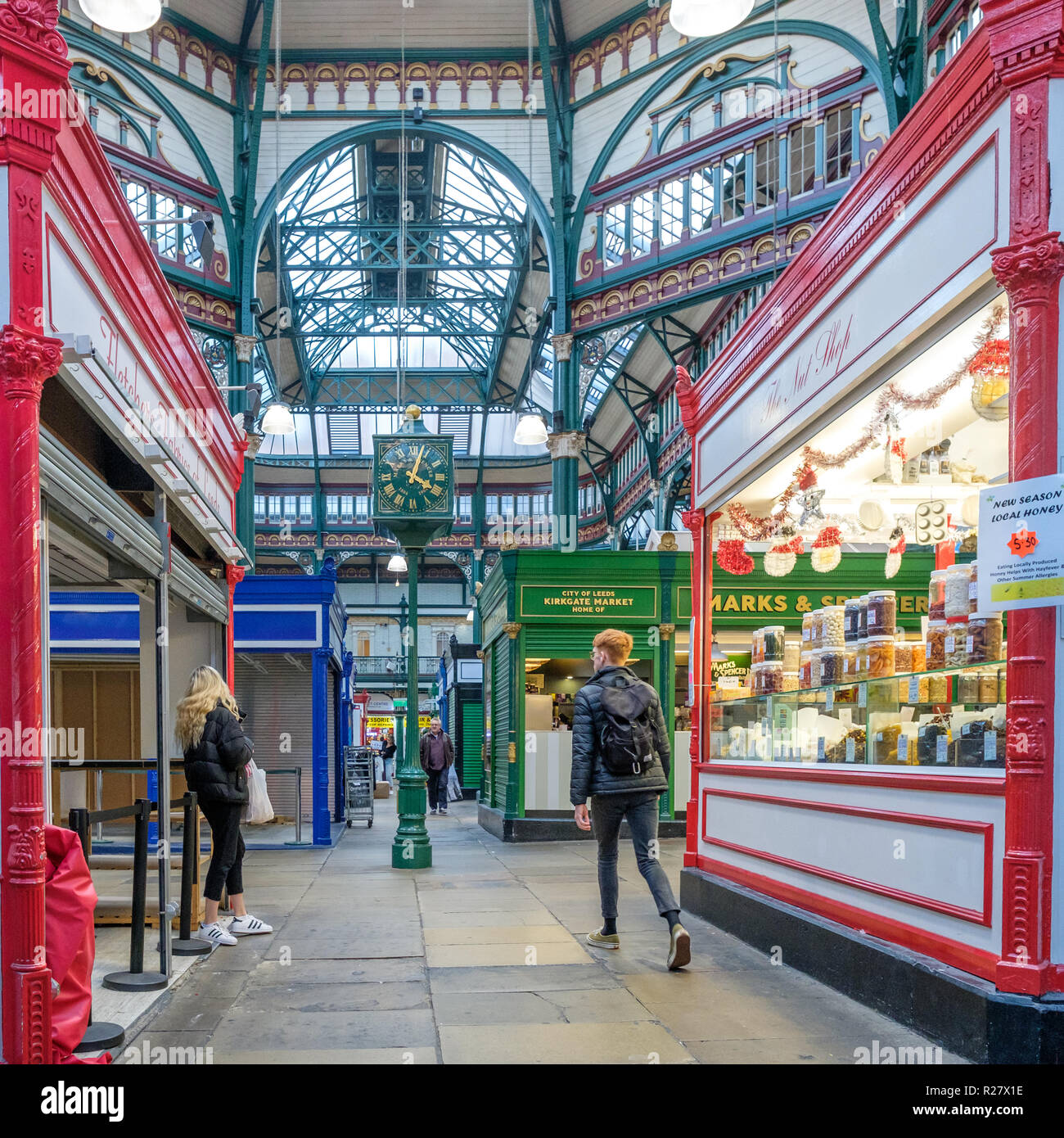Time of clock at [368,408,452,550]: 4:03
